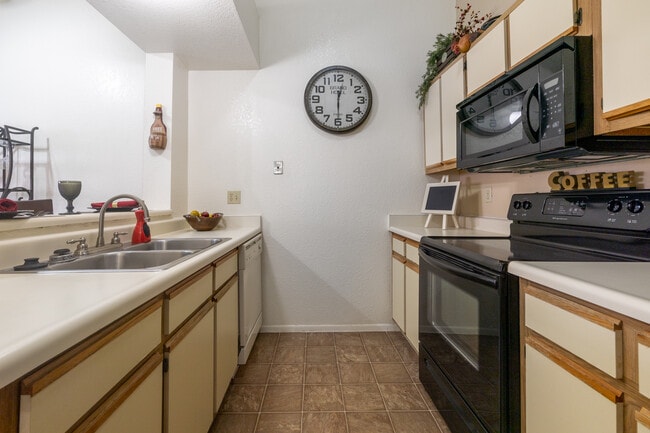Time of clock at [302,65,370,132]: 12:29
